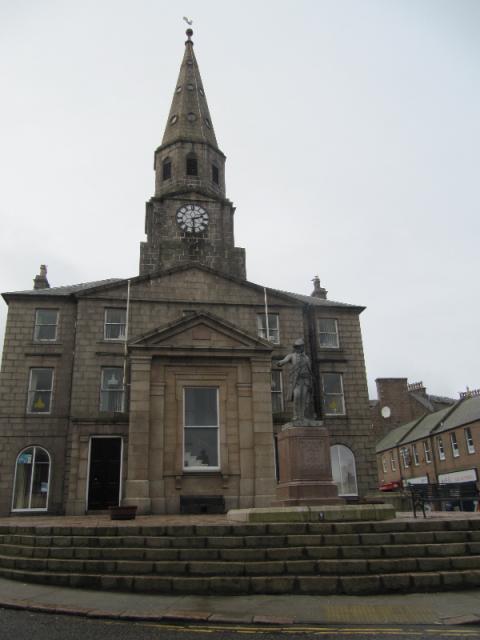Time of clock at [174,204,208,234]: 2:29
